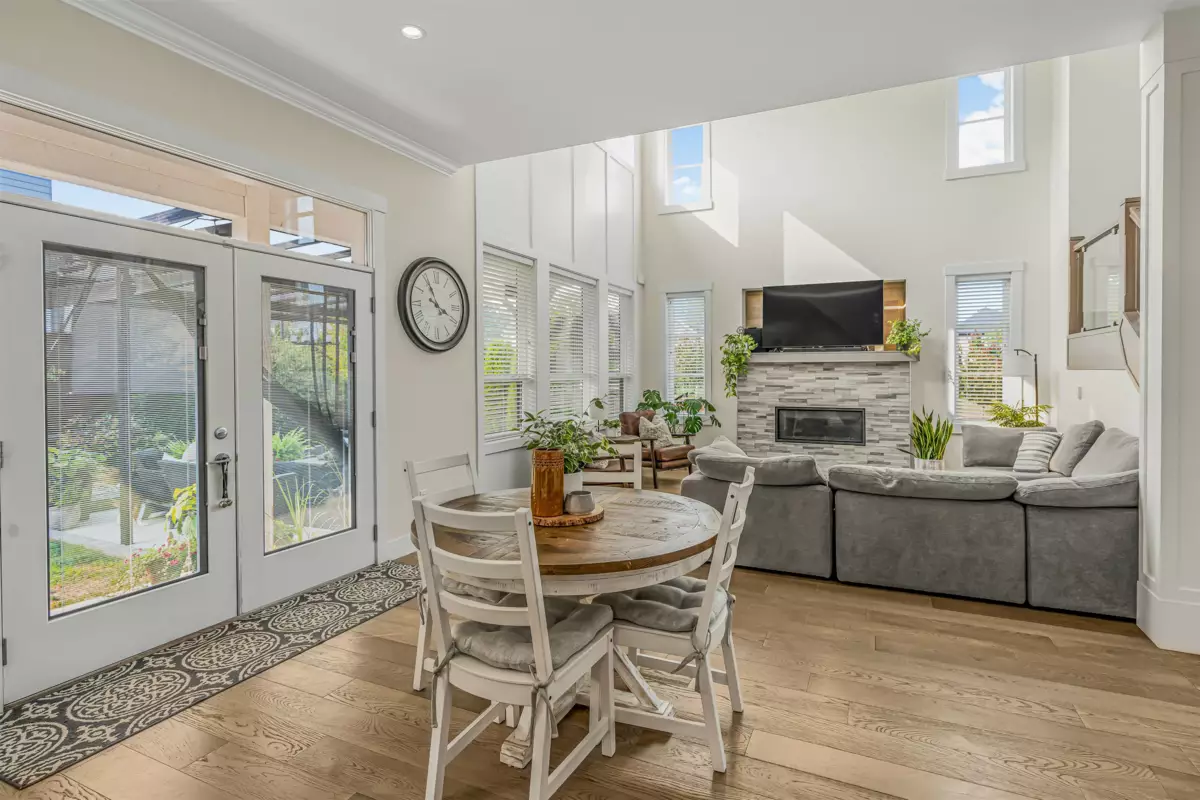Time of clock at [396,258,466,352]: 3:55
